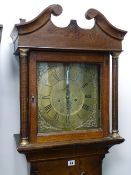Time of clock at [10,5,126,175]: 5:59
